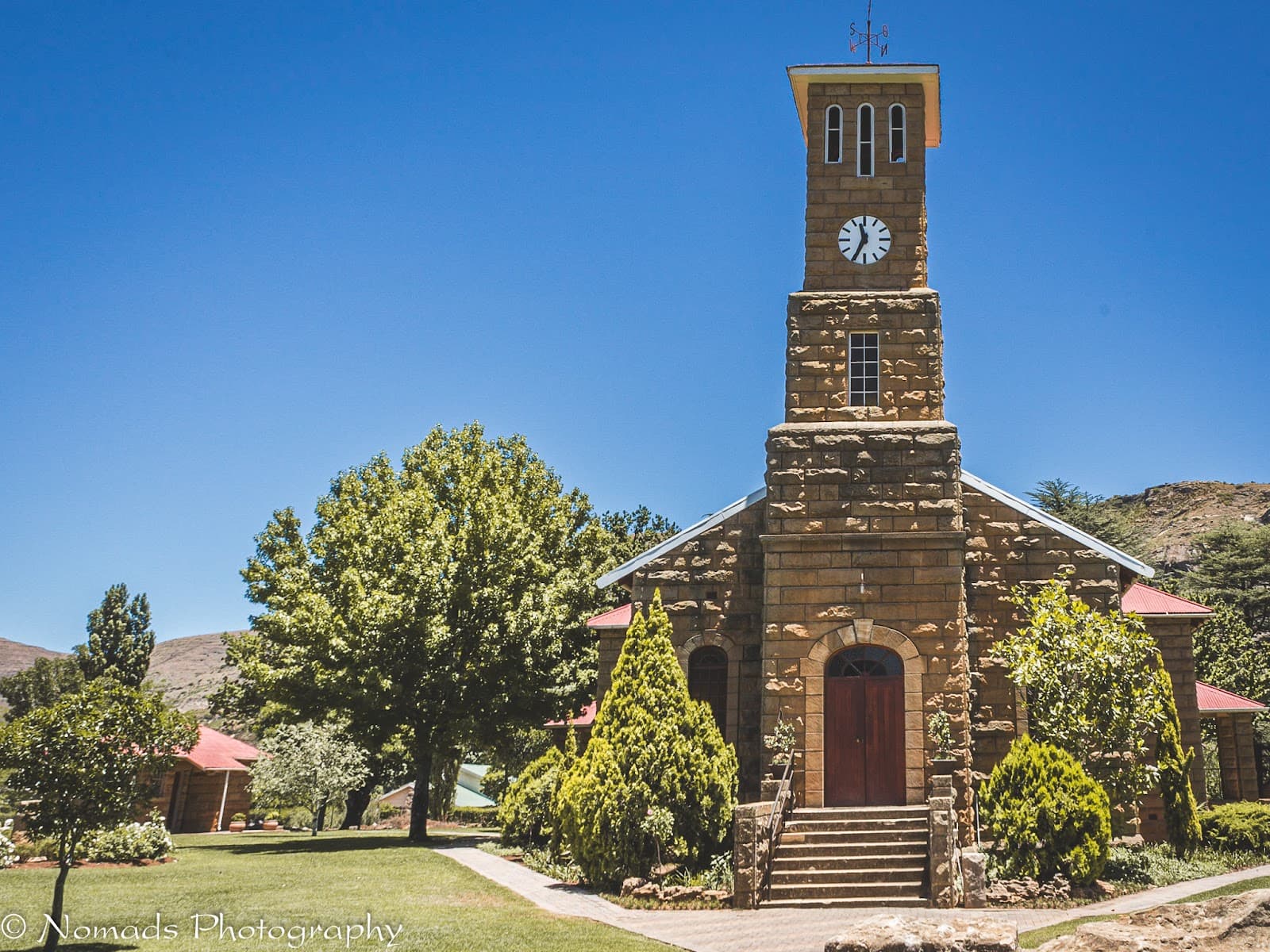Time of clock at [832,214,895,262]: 11:34
